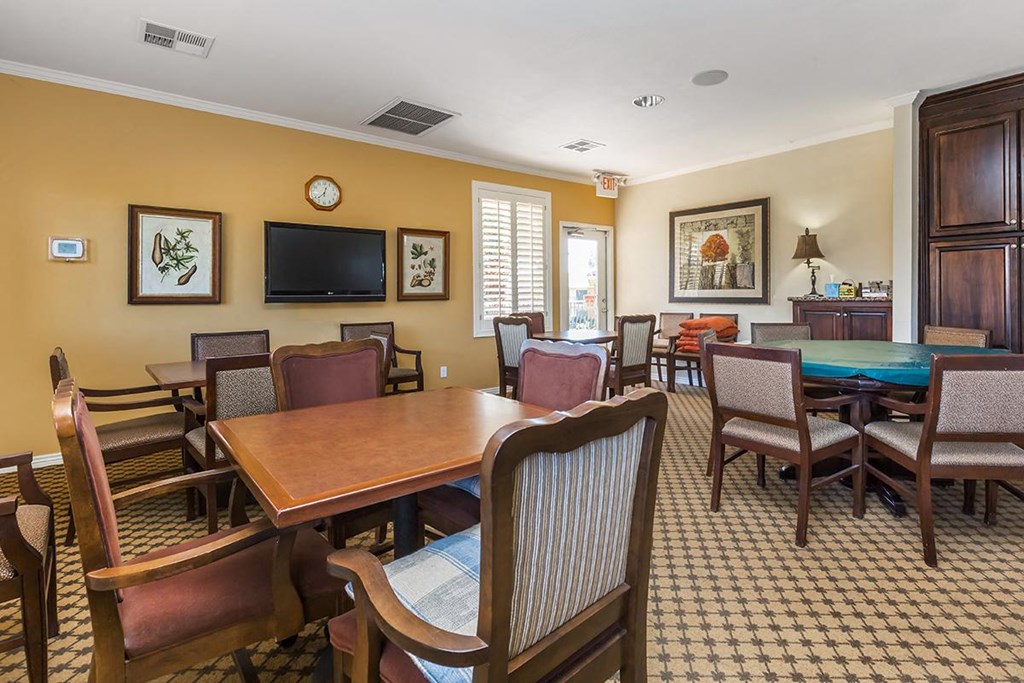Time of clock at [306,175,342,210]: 12:37
